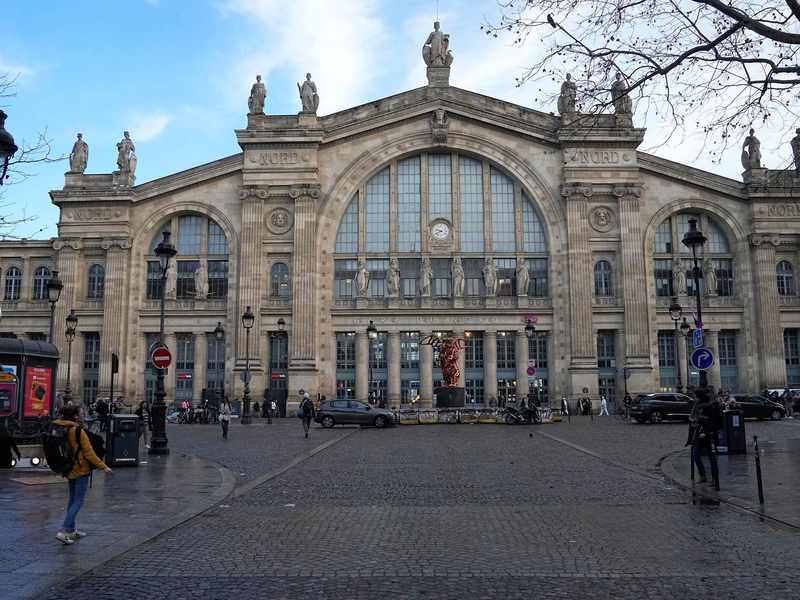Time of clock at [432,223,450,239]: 9:40
